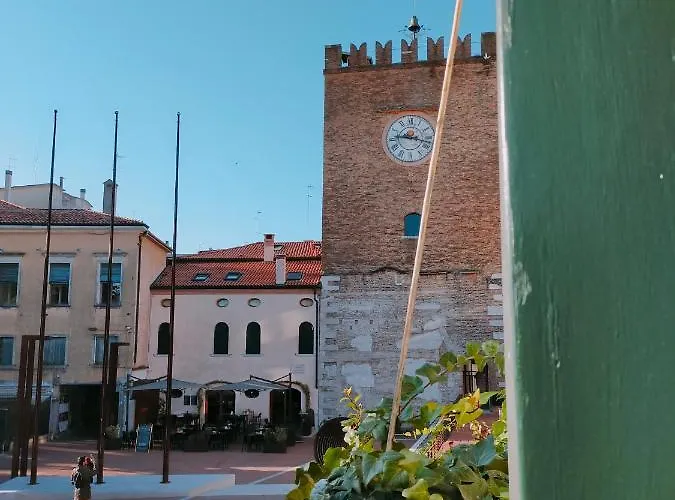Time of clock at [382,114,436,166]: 9:17
